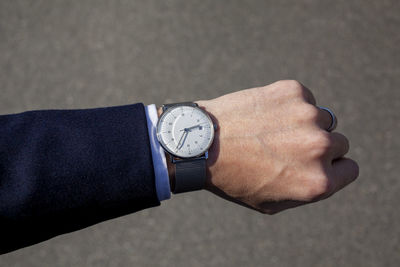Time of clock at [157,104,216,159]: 2:35
